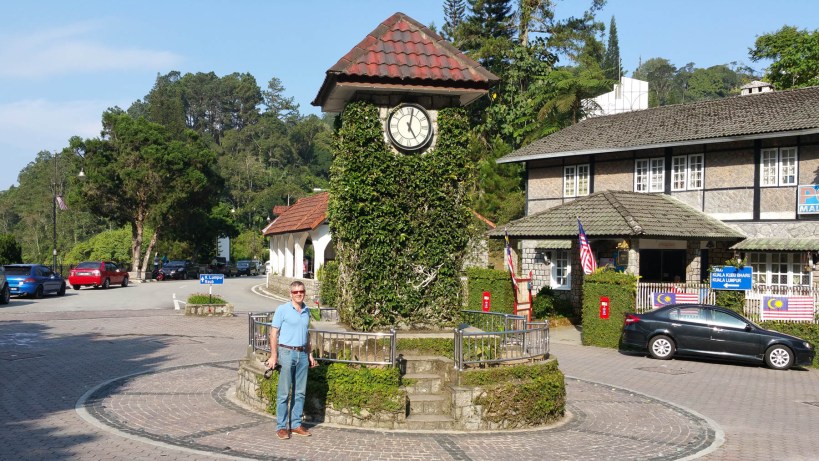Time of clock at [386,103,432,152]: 5:01
